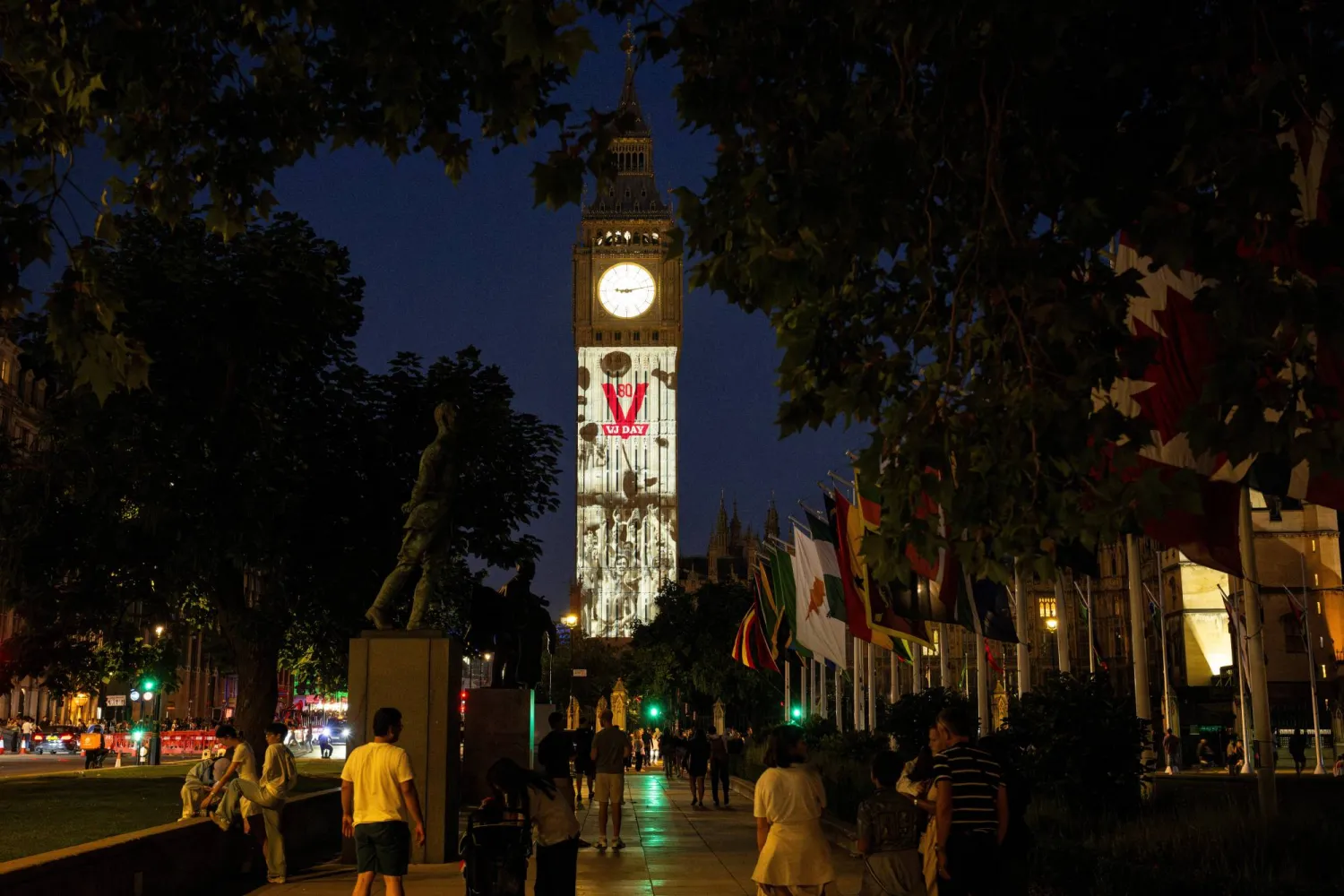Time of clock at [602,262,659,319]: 9:13
